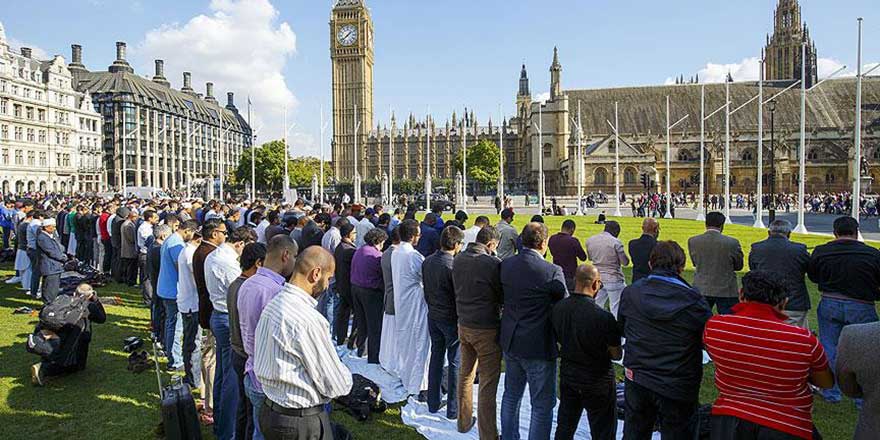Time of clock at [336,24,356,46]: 1:38
